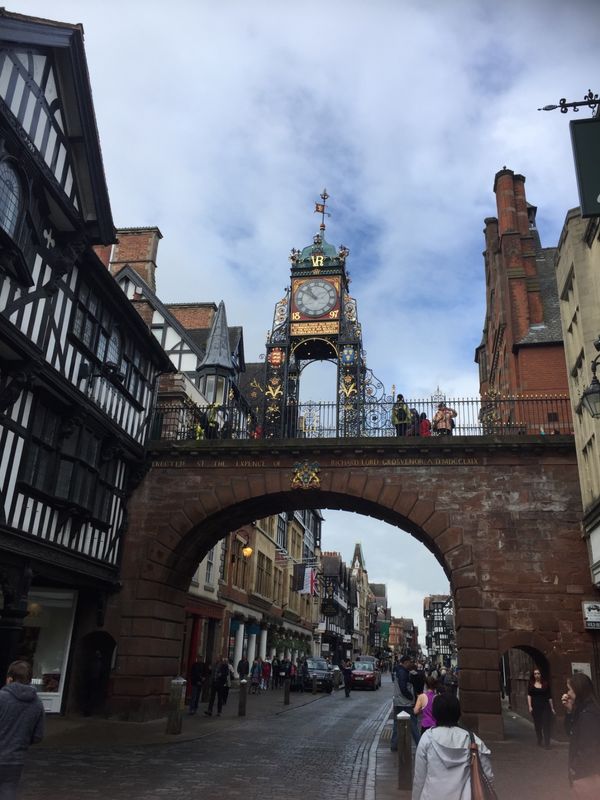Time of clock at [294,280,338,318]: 10:50
